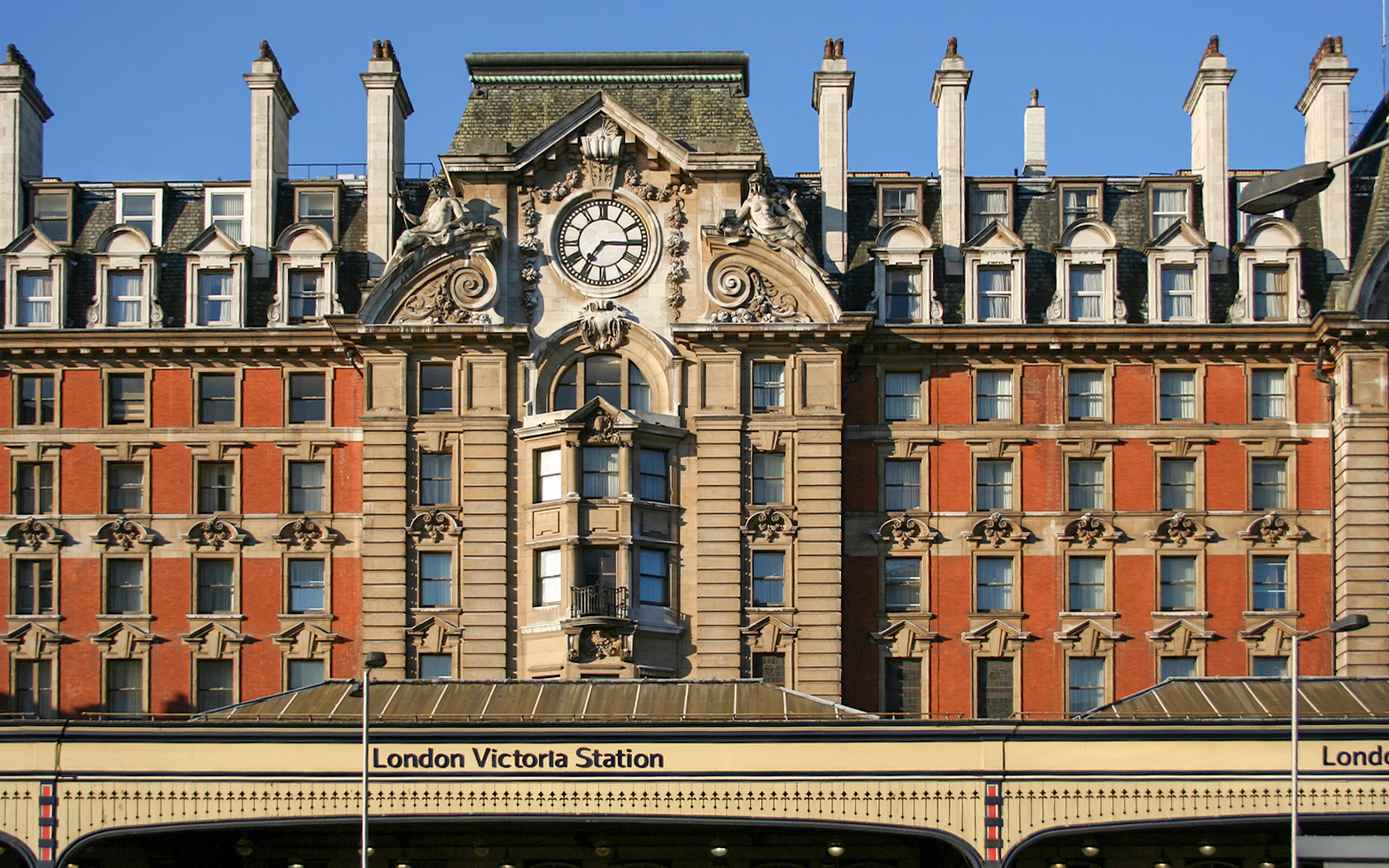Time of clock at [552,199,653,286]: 7:15
